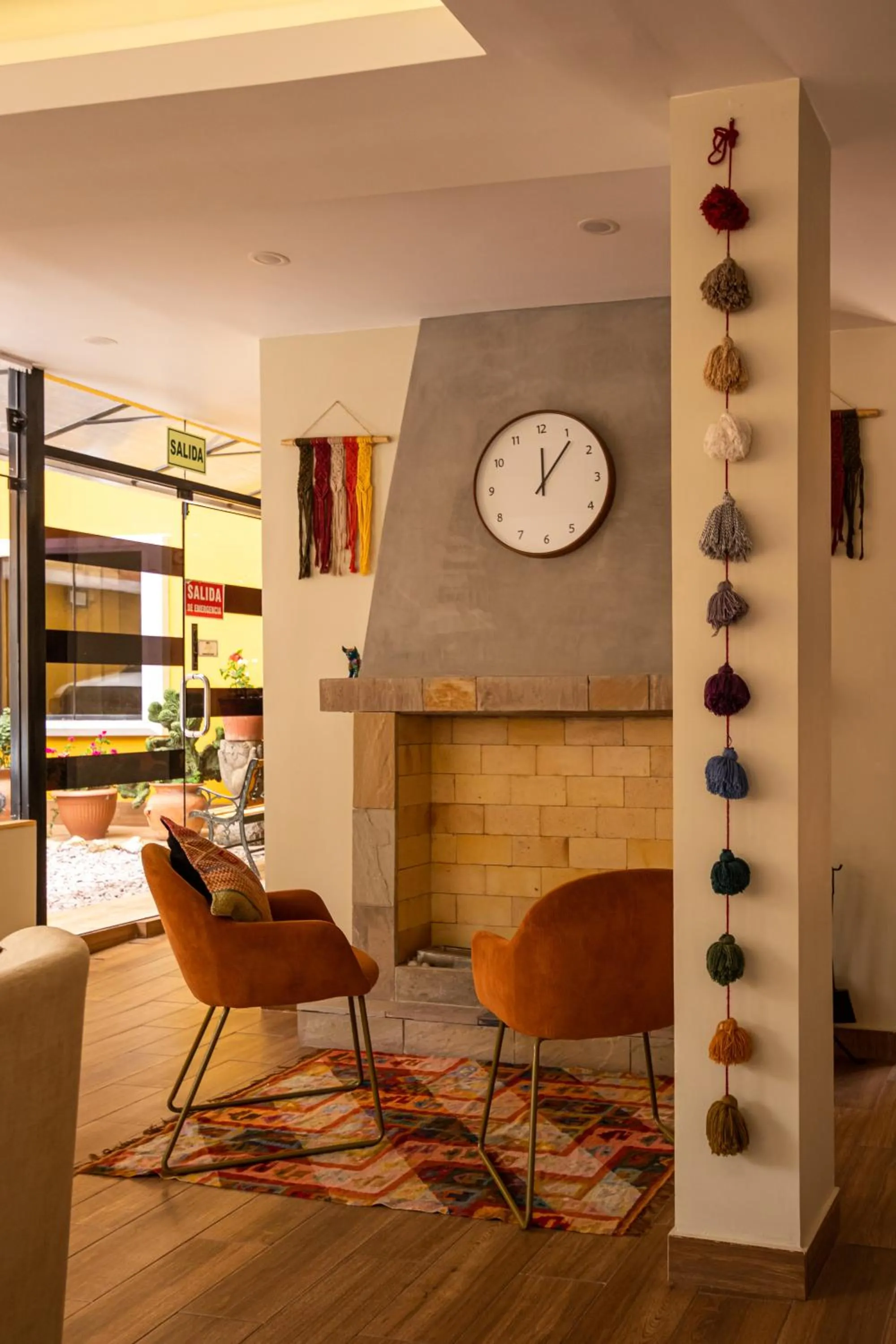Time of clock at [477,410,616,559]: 12:06
